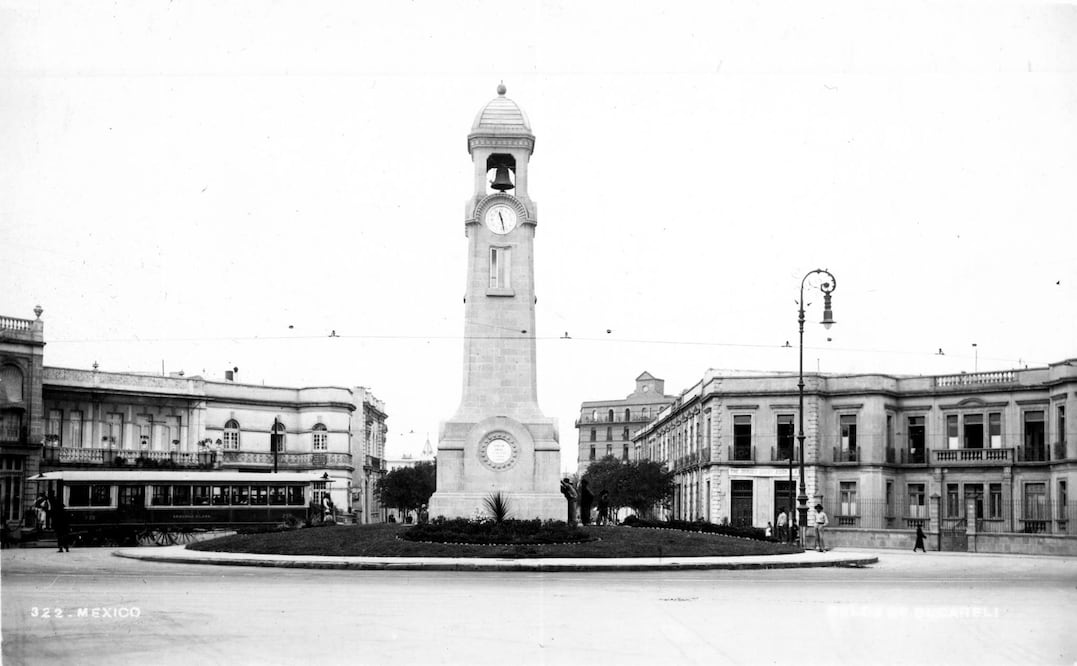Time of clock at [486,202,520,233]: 11:28
